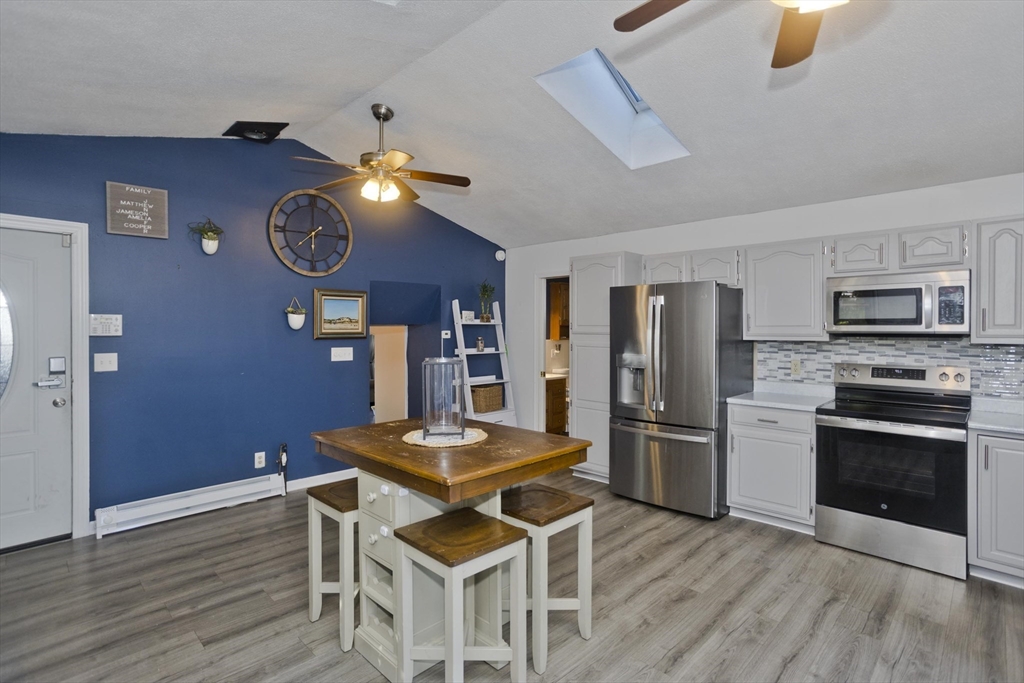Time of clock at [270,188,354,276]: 5:59
